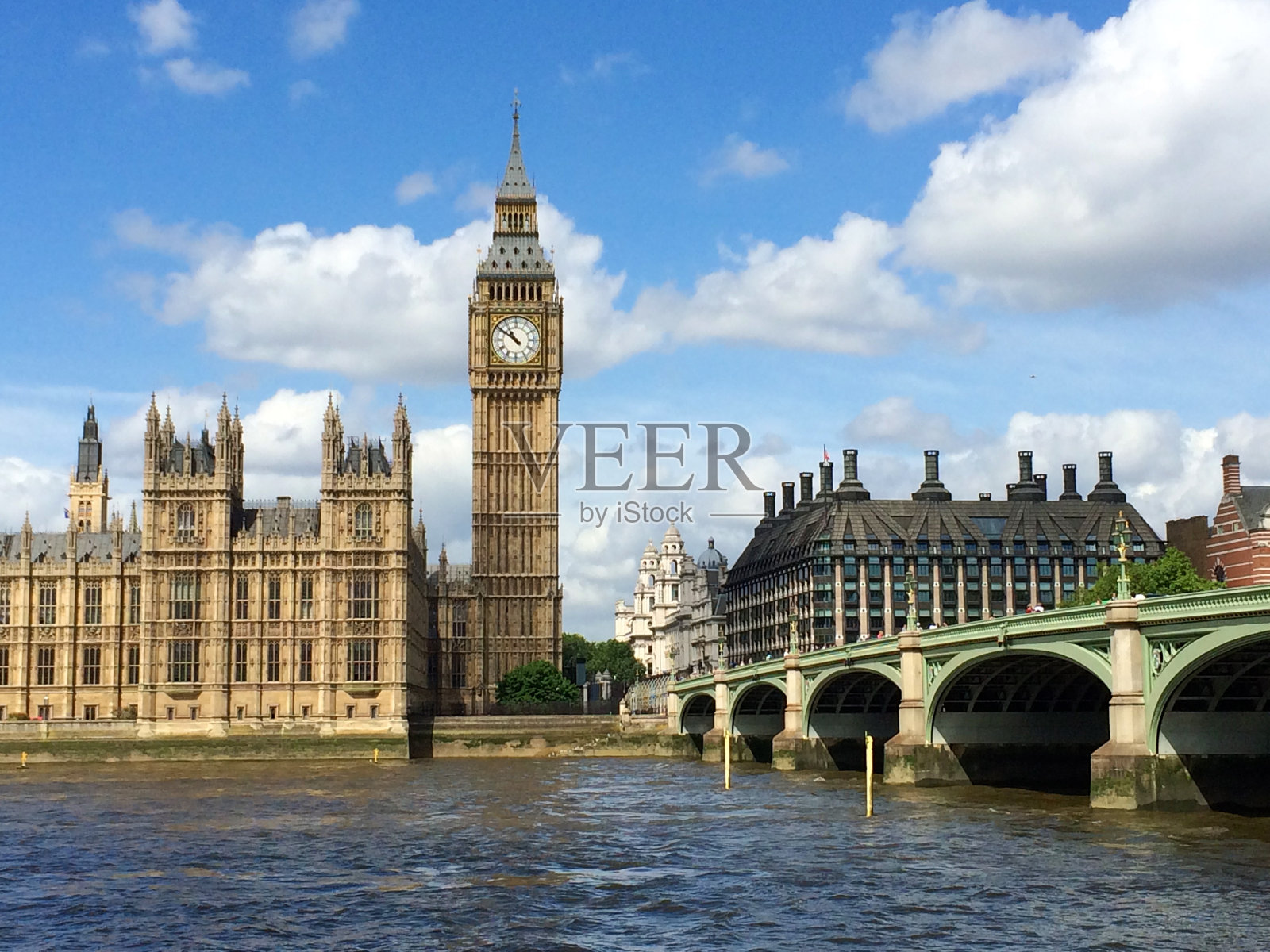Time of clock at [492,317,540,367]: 10:50
